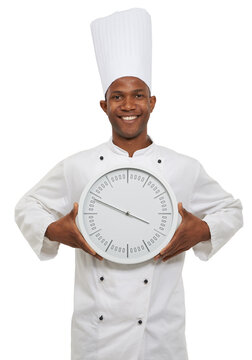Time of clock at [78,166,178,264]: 3:48
